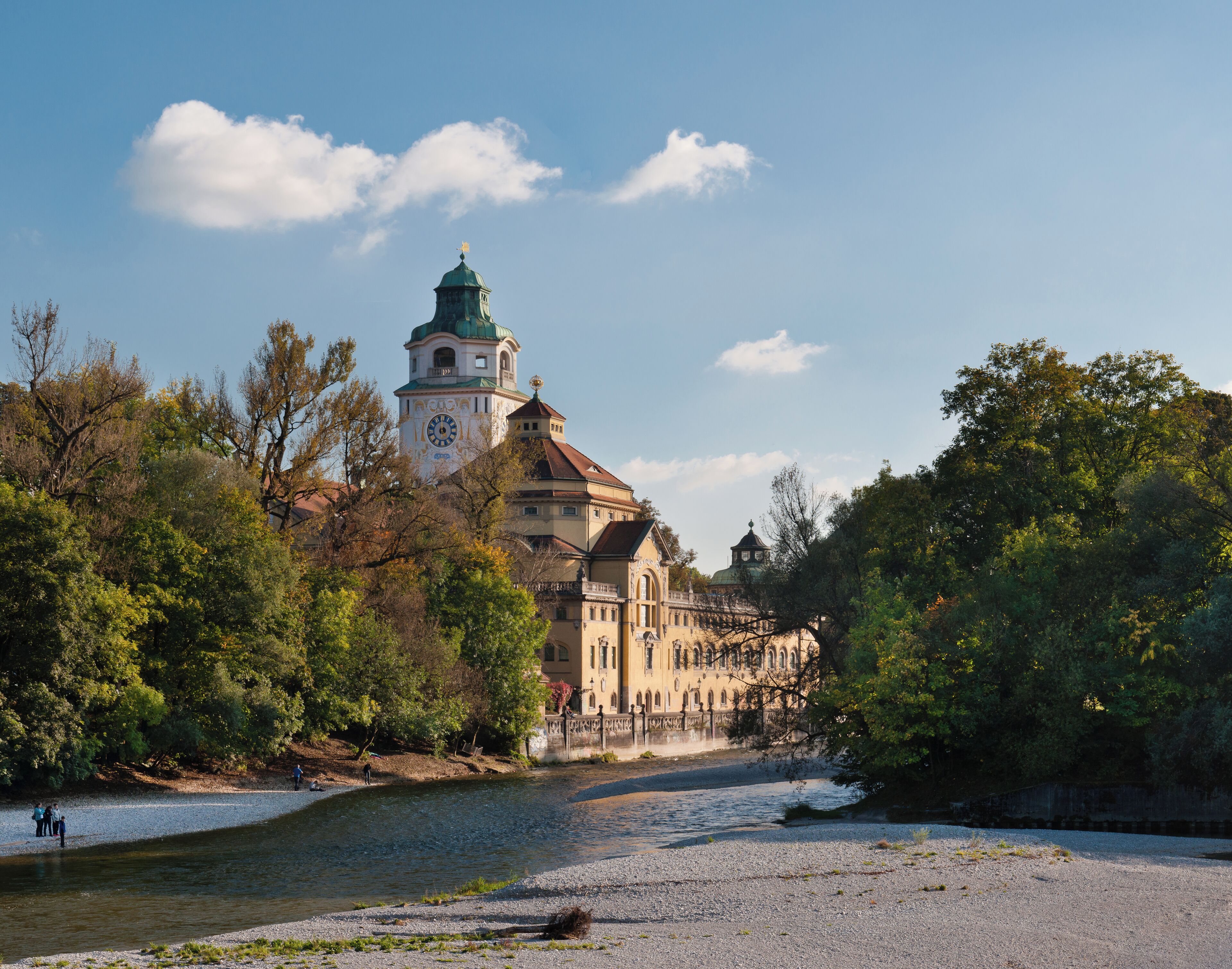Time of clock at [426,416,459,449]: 4:59
